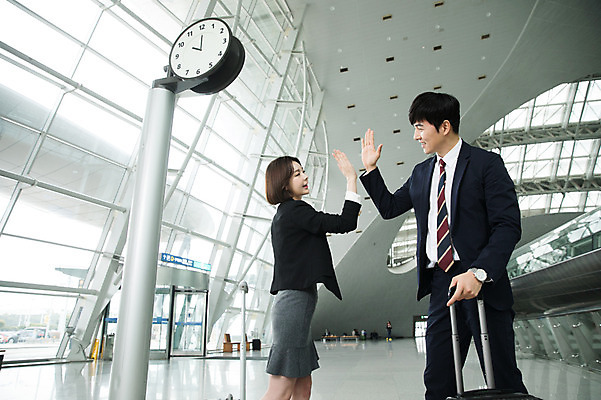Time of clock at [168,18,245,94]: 10:00
